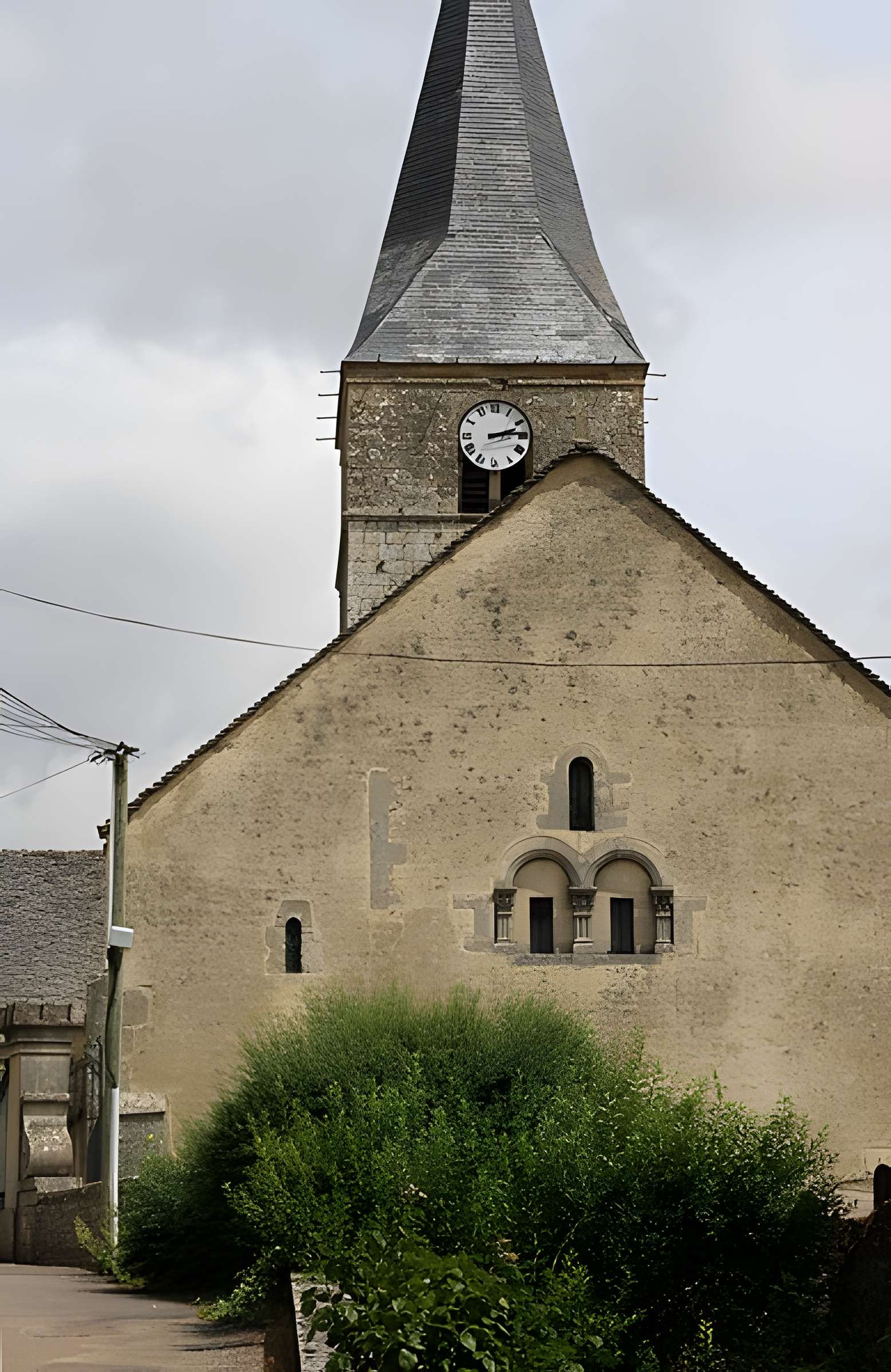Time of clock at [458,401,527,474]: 2:13
